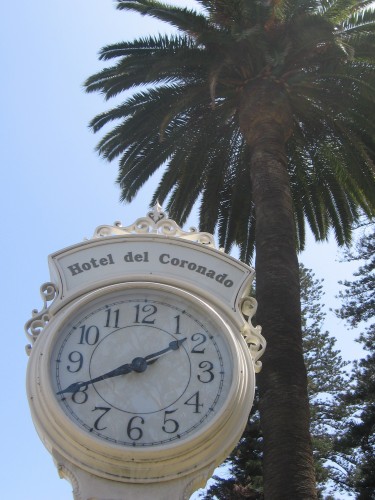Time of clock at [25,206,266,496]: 1:40
